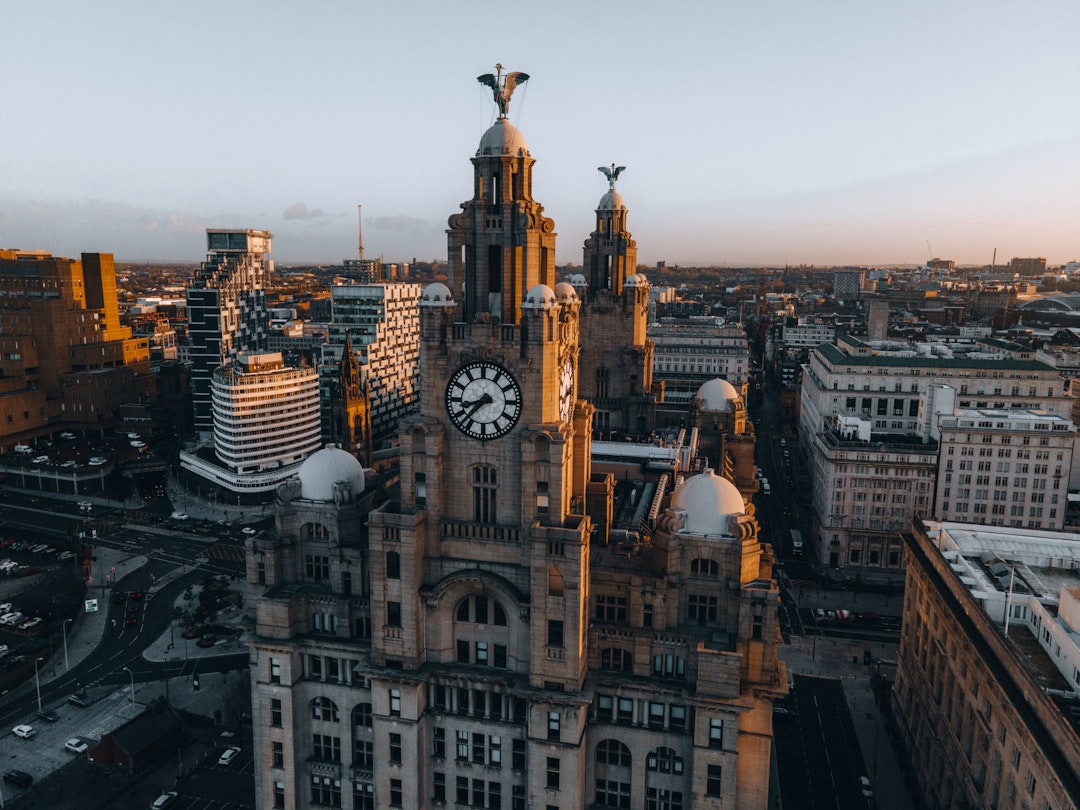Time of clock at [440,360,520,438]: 8:37
